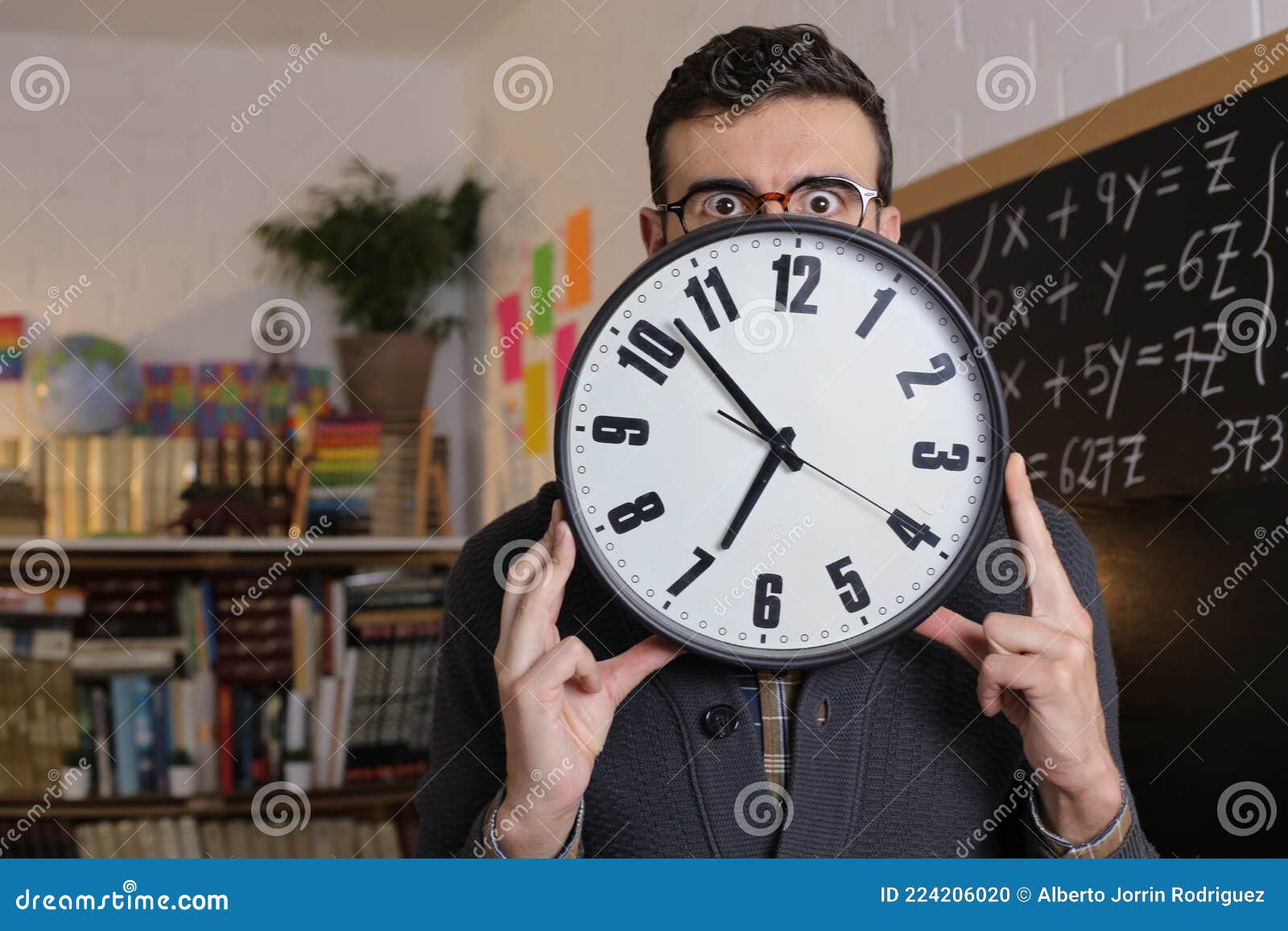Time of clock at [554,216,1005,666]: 6:52
